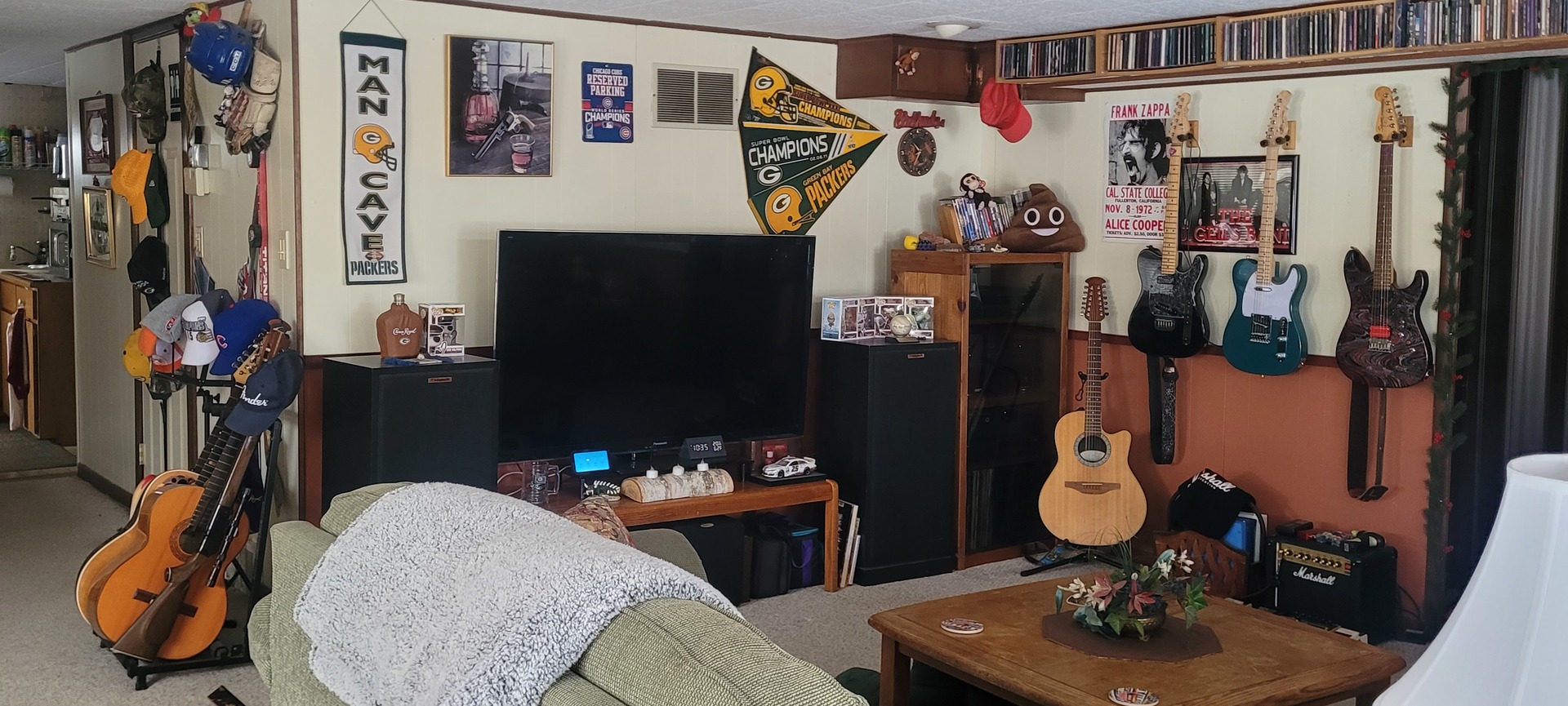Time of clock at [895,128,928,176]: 10:34
